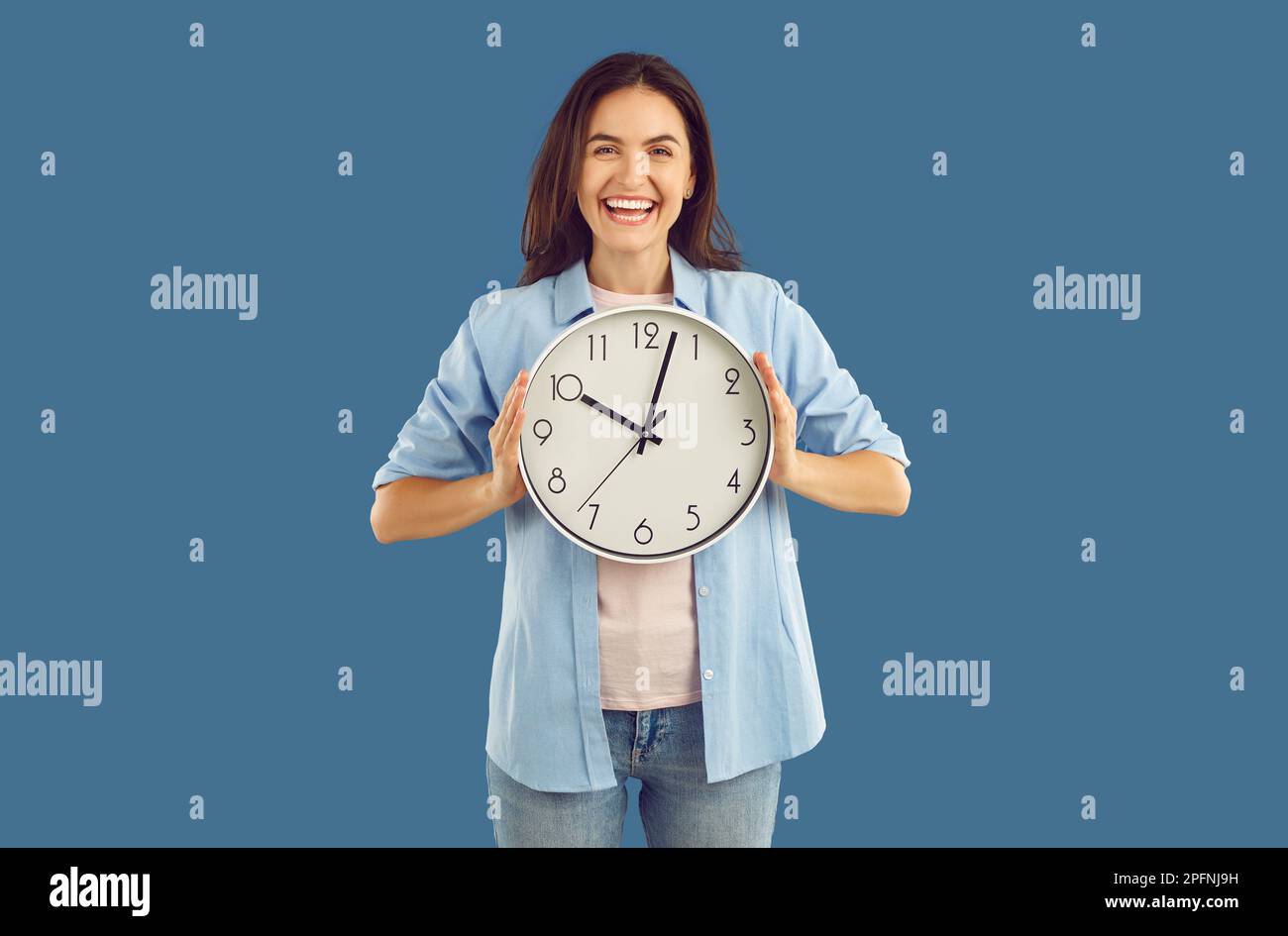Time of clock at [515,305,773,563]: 10:02
